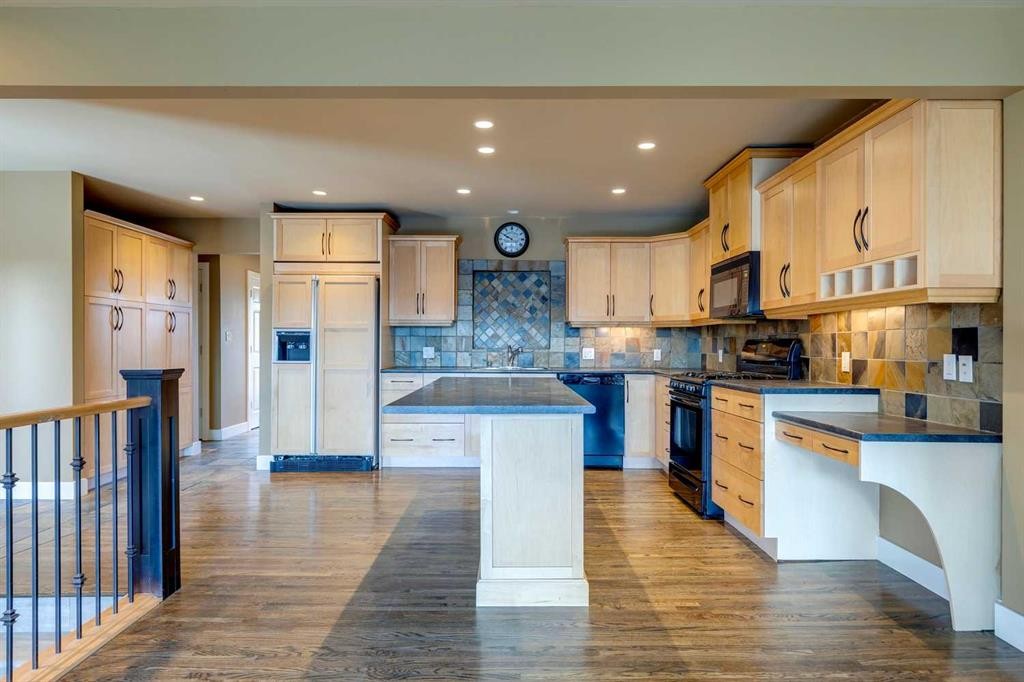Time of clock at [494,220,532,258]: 8:49
